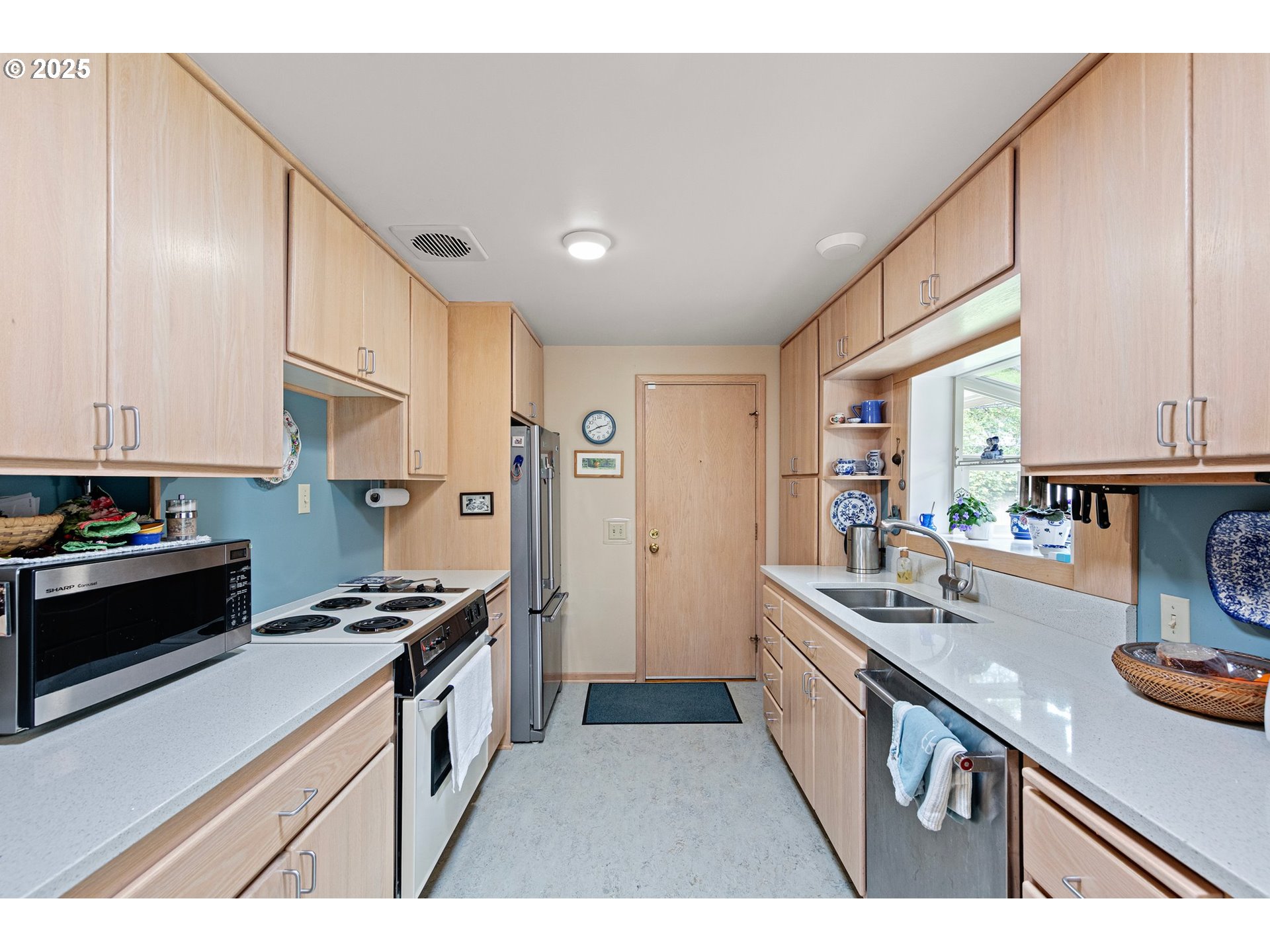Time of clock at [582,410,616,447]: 2:40
